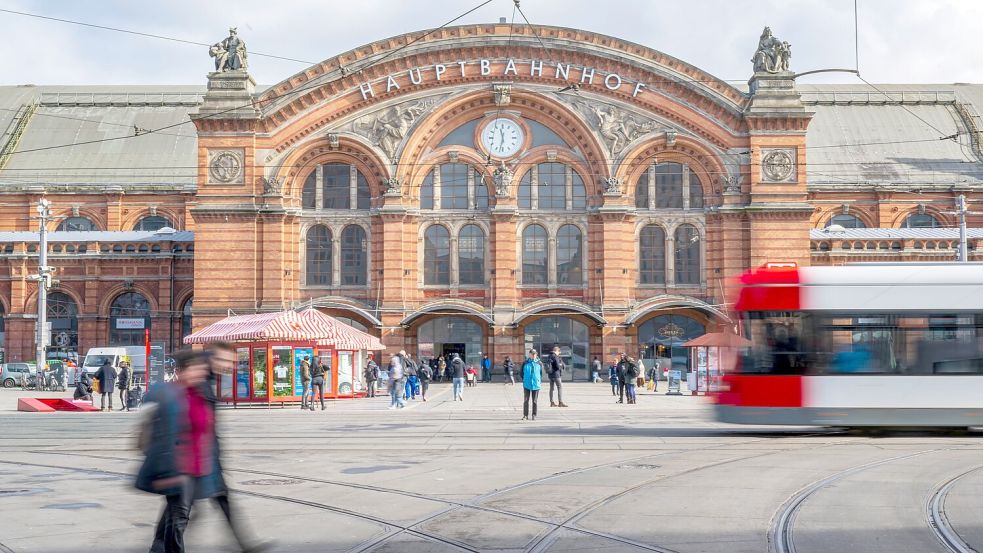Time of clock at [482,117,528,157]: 11:32
